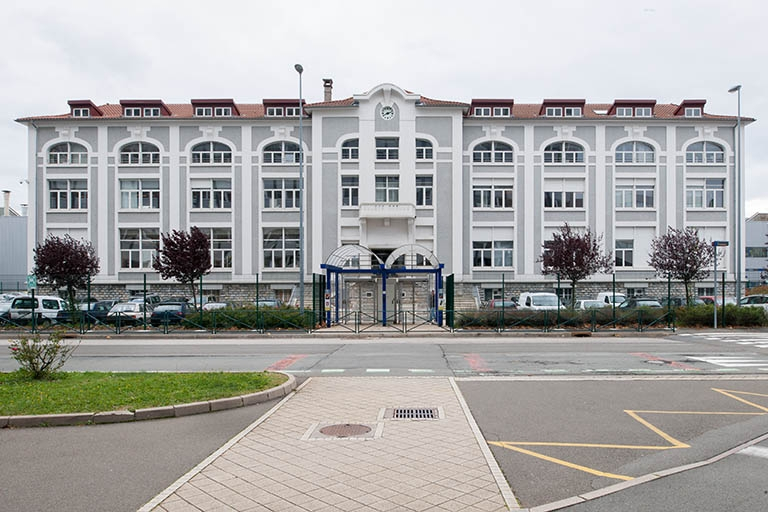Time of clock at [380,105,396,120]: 8:12
